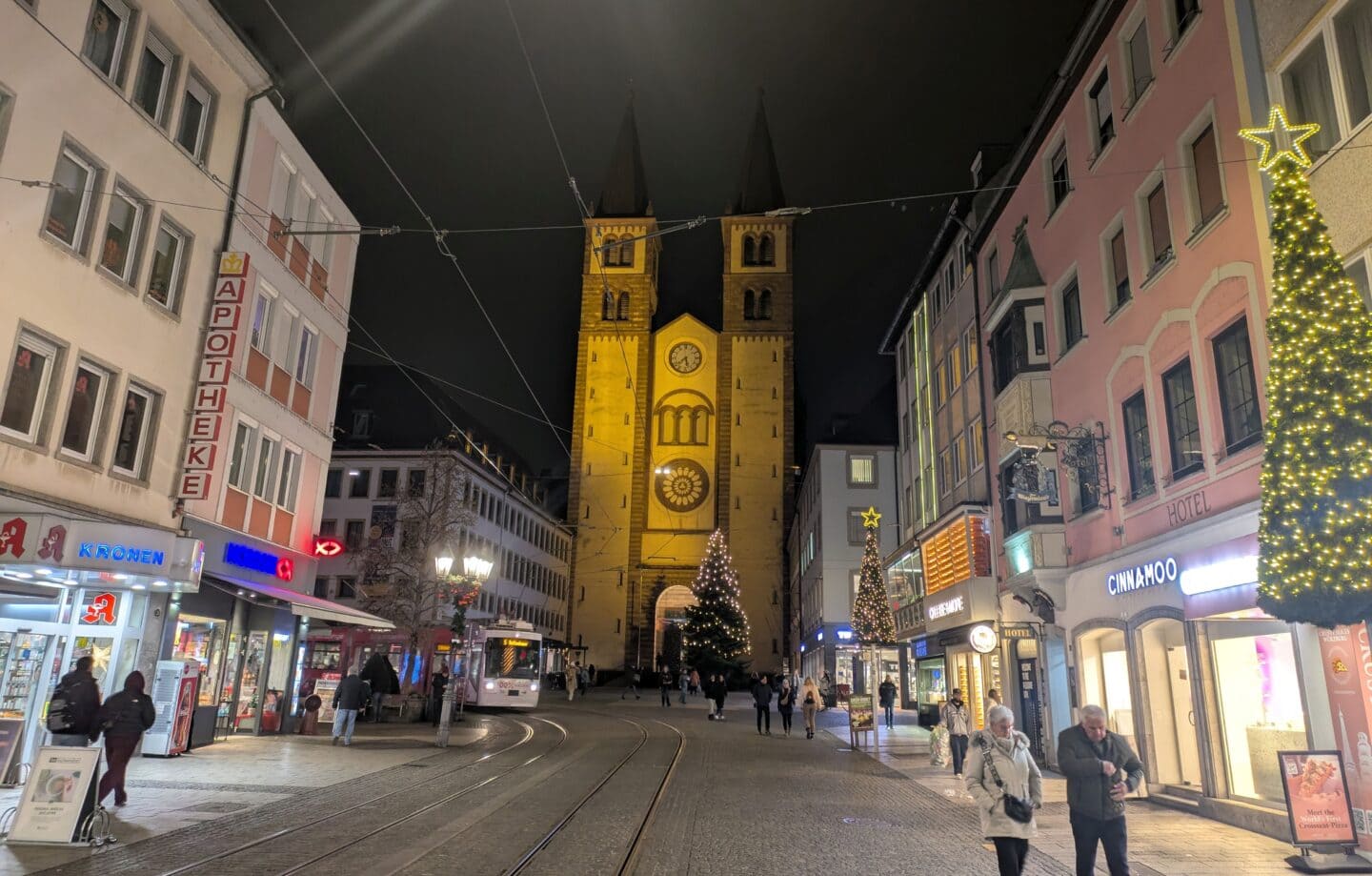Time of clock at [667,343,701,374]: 5:38
